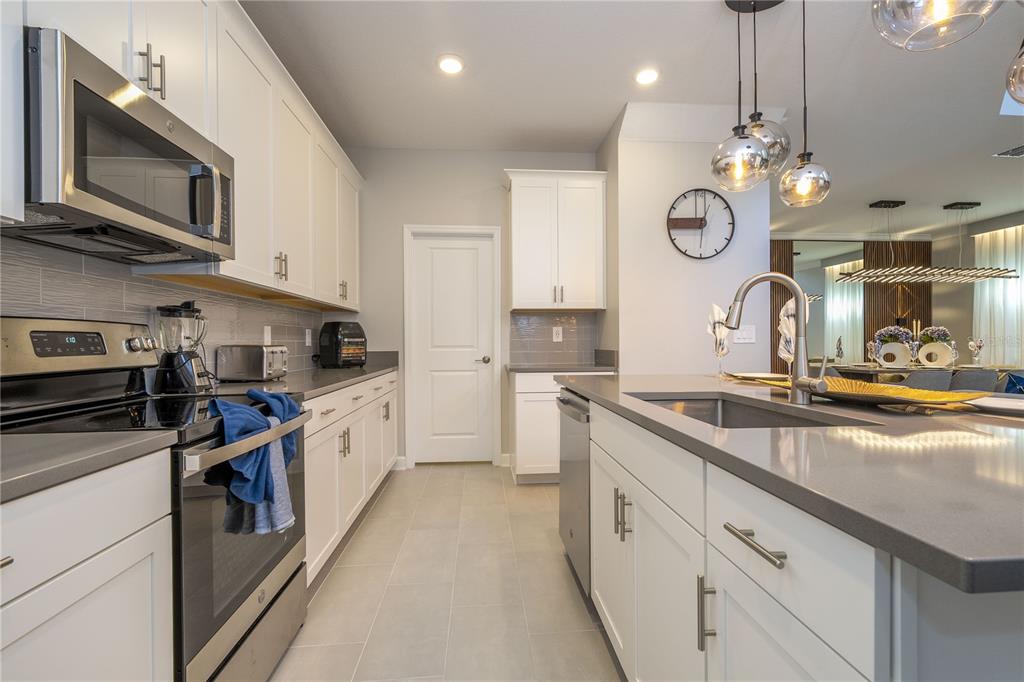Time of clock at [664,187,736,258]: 9:01
